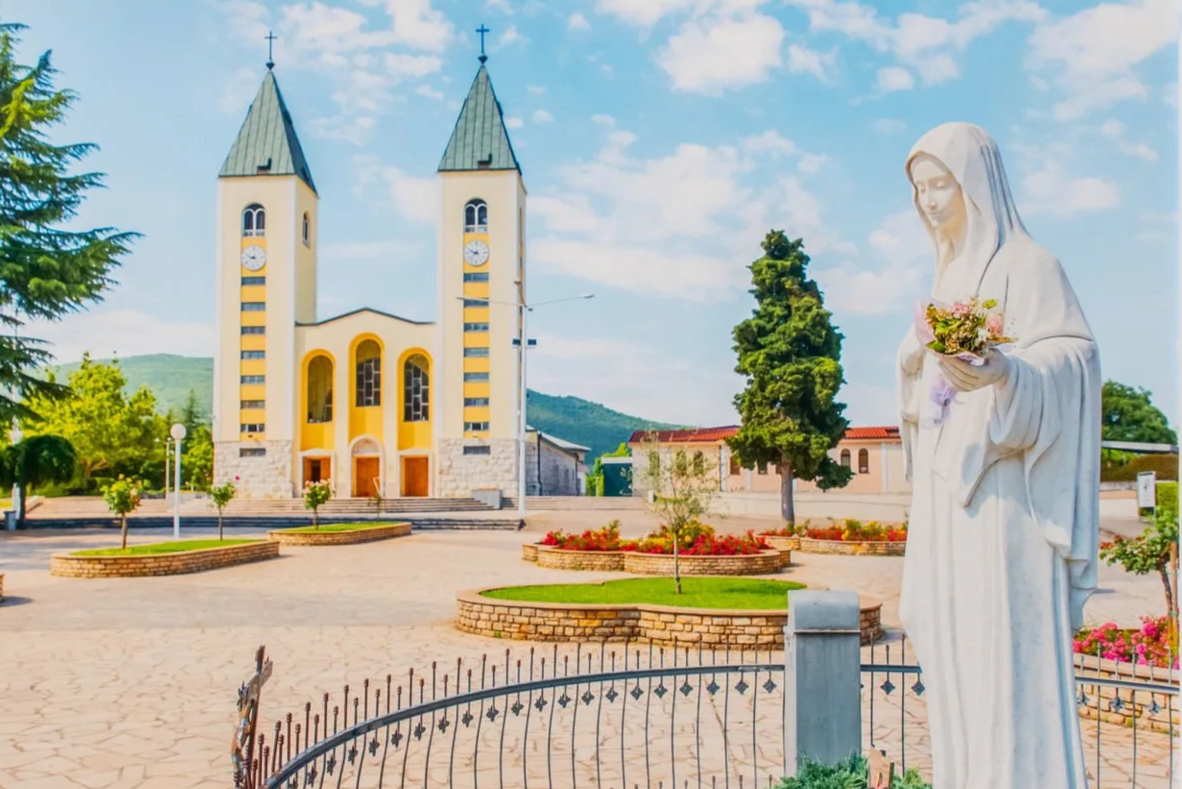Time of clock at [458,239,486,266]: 9:38
